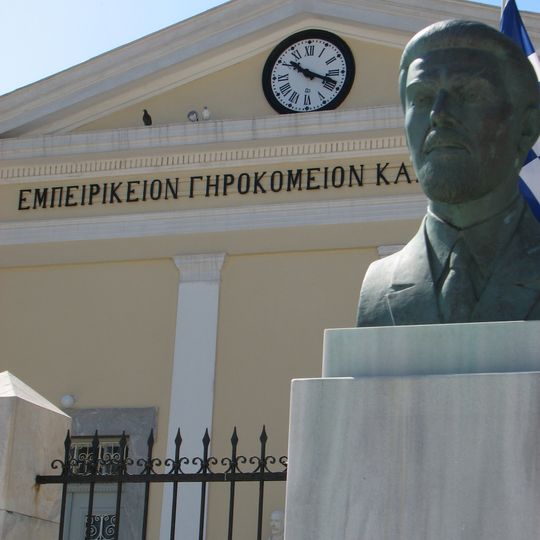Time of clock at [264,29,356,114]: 10:18
